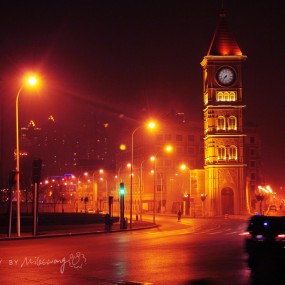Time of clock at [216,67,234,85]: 7:36
